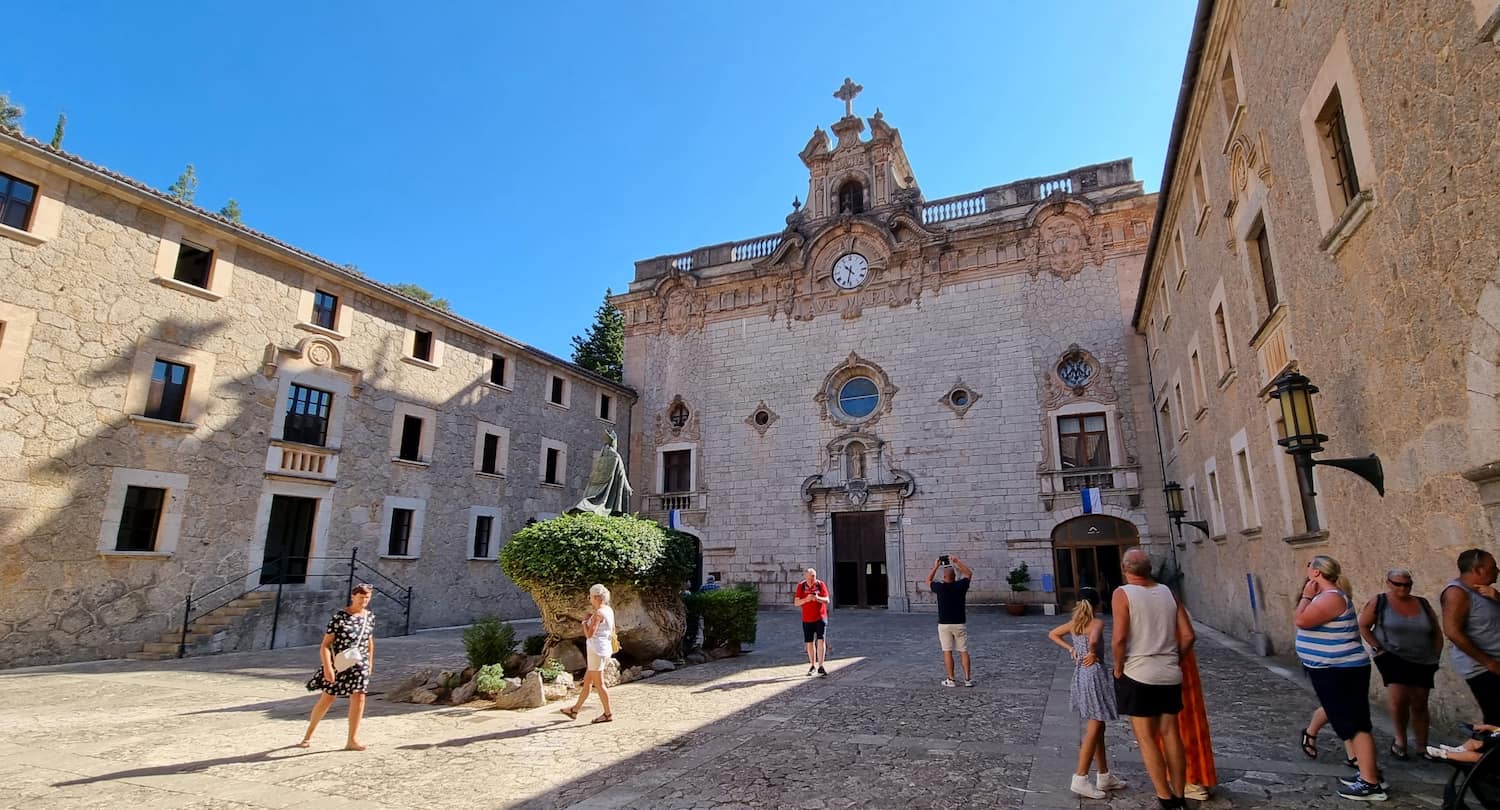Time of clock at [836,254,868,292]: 10:32
